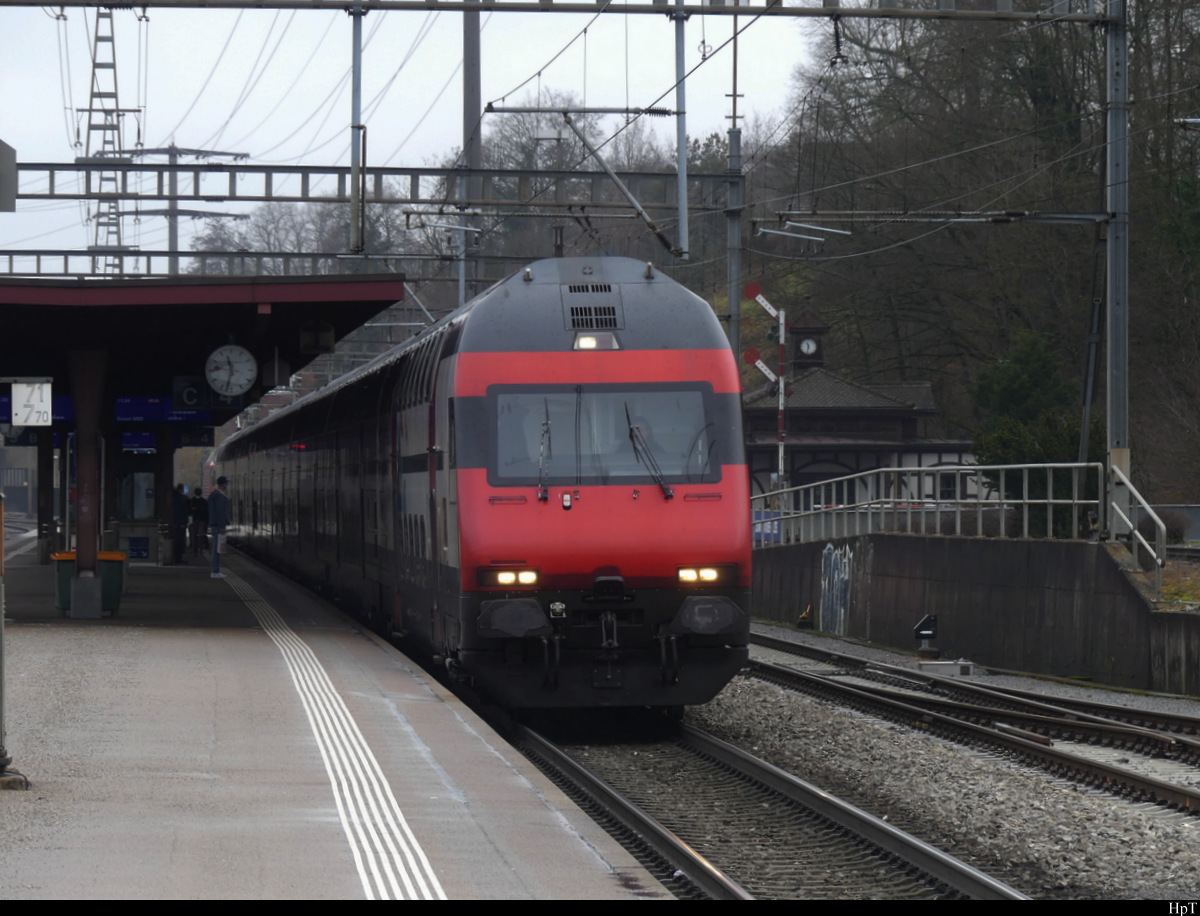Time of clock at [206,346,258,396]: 11:32
